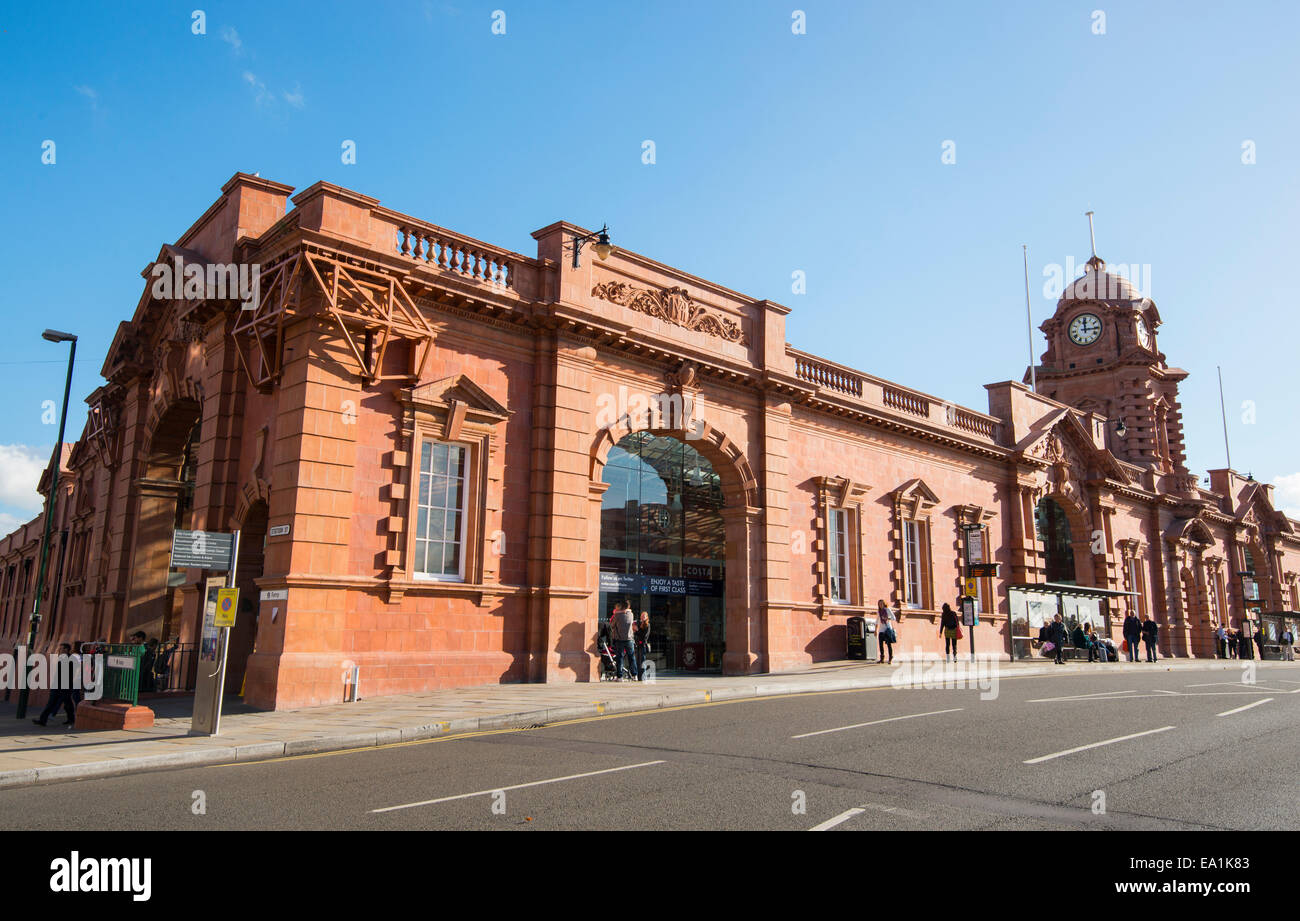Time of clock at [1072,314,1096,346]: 12:15
